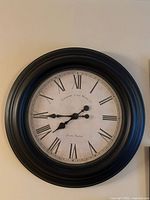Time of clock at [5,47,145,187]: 7:44
